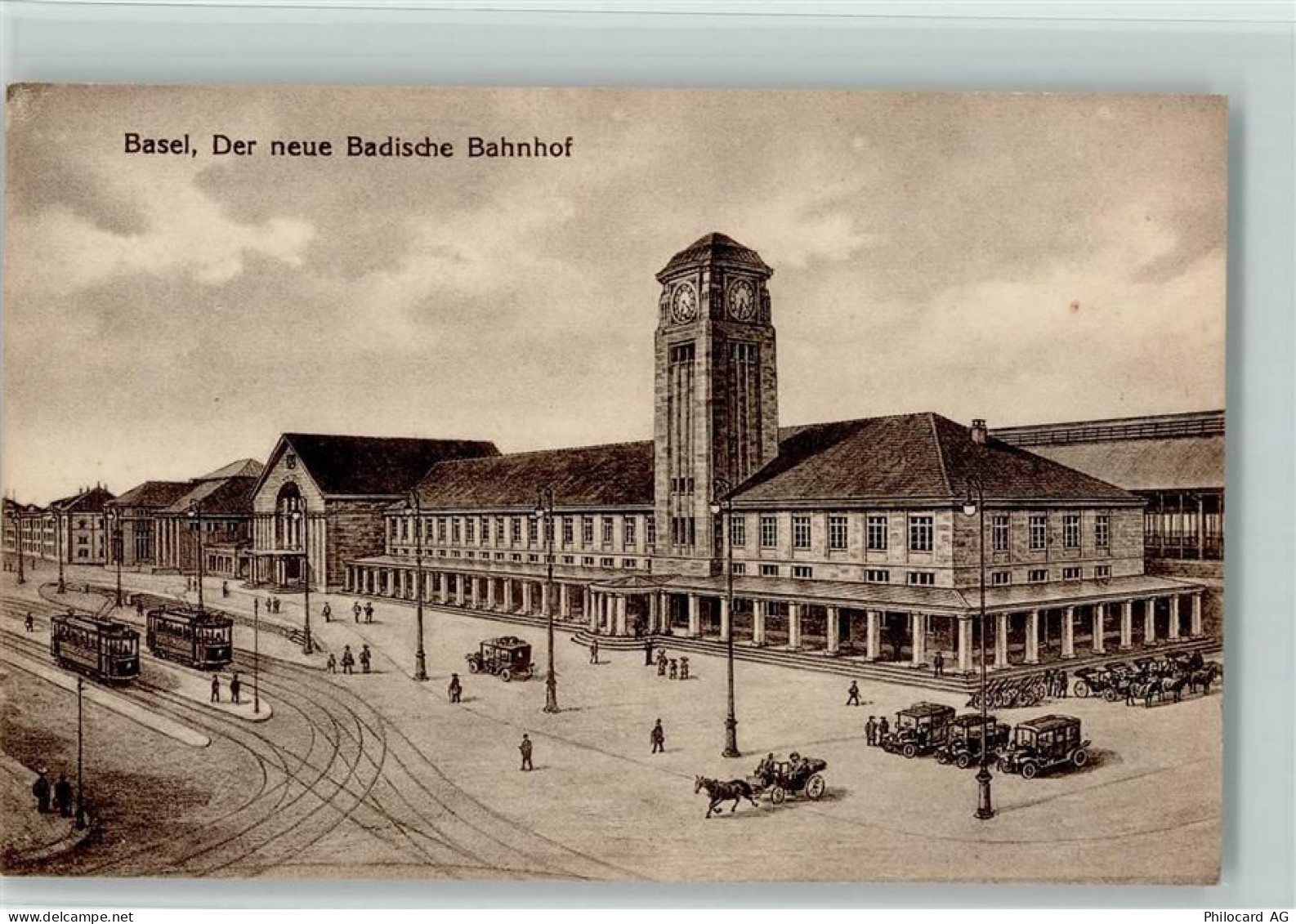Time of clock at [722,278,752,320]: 6:32
